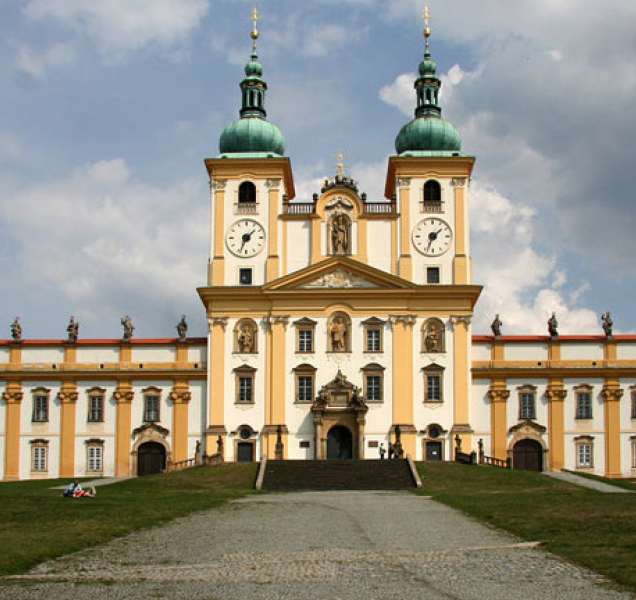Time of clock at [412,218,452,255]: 1:33
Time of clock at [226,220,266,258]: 1:33
